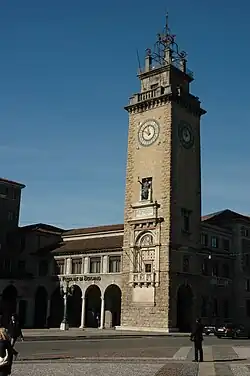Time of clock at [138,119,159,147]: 9:57
